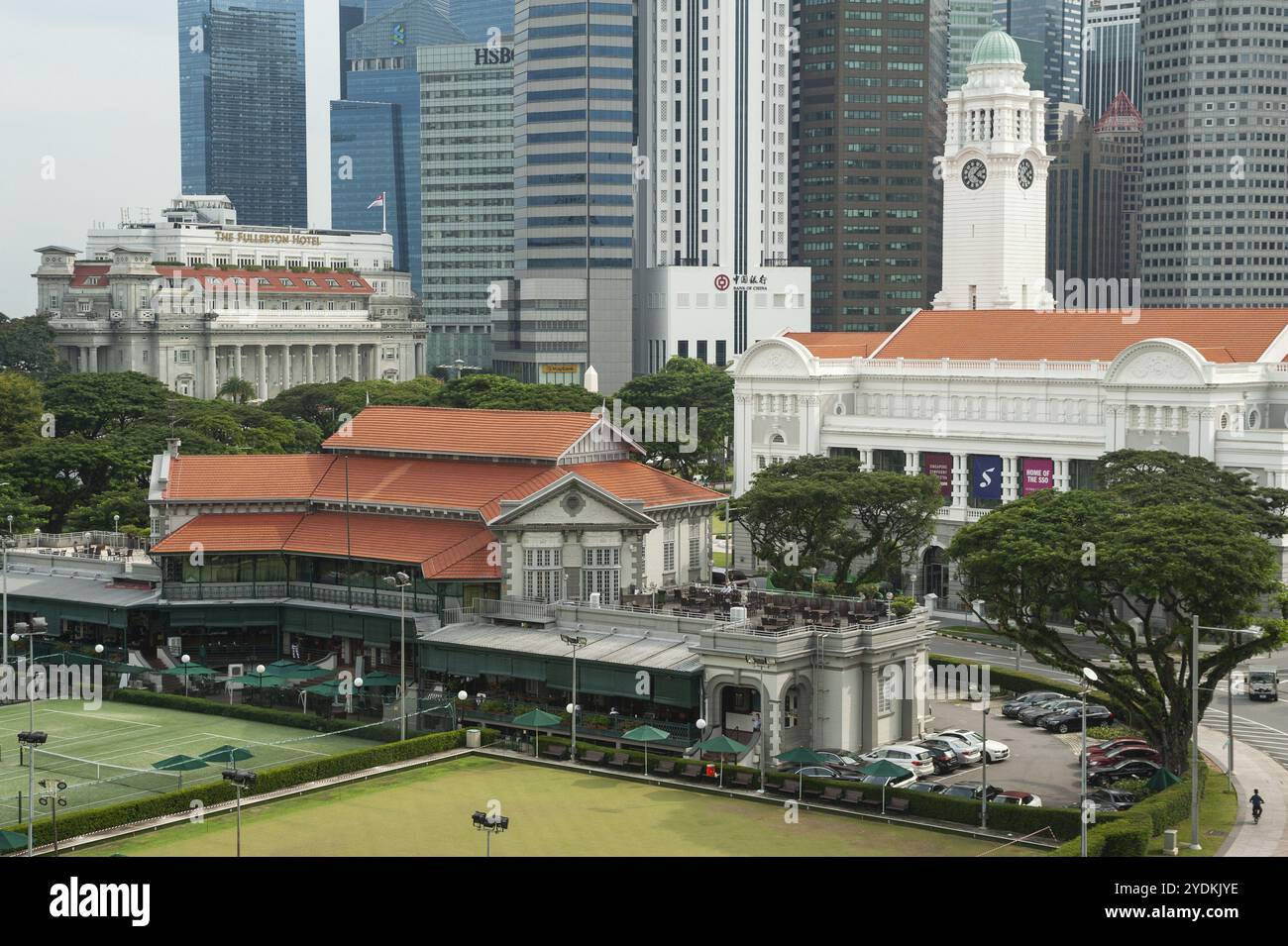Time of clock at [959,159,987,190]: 4:07
